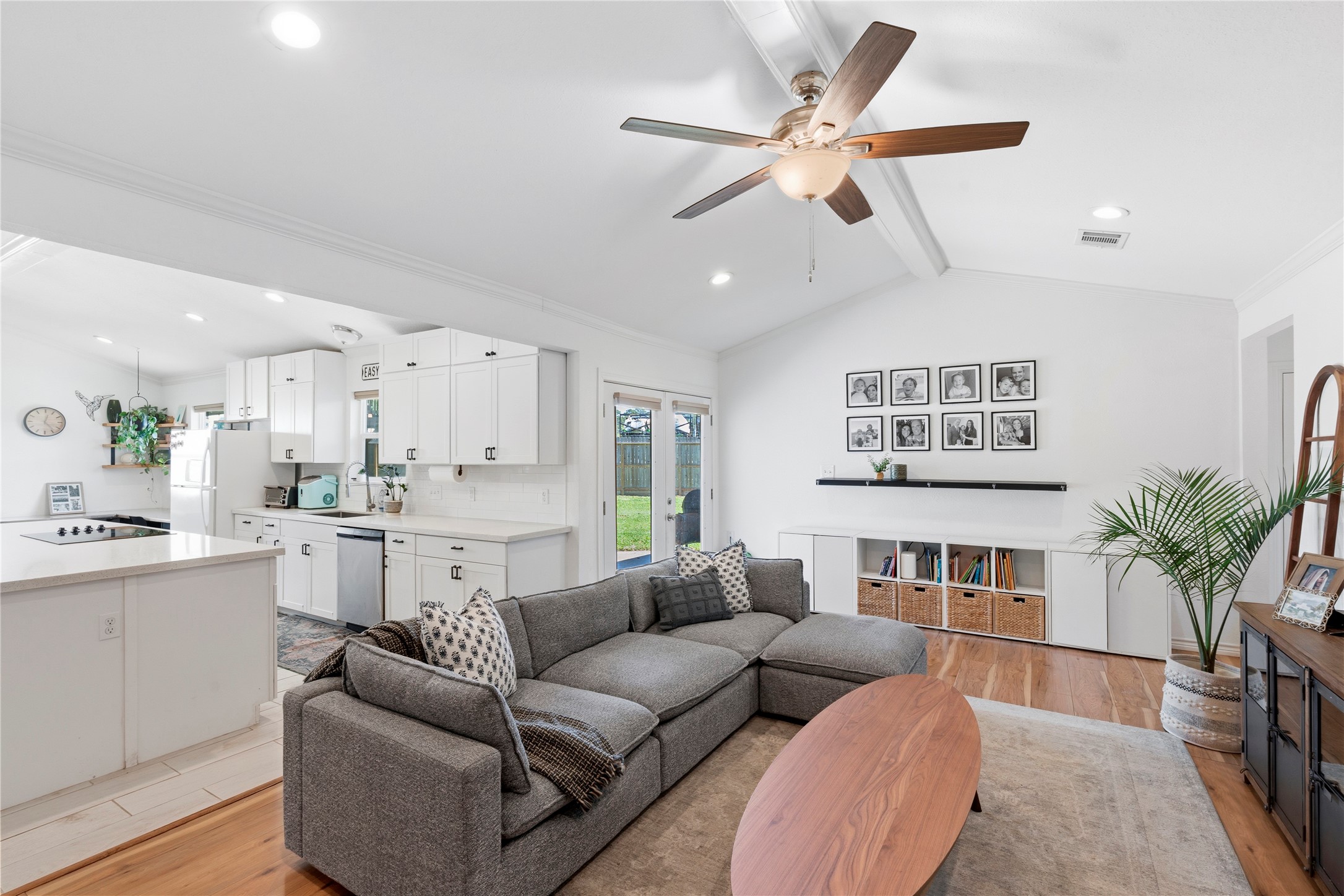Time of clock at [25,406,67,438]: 12:23
